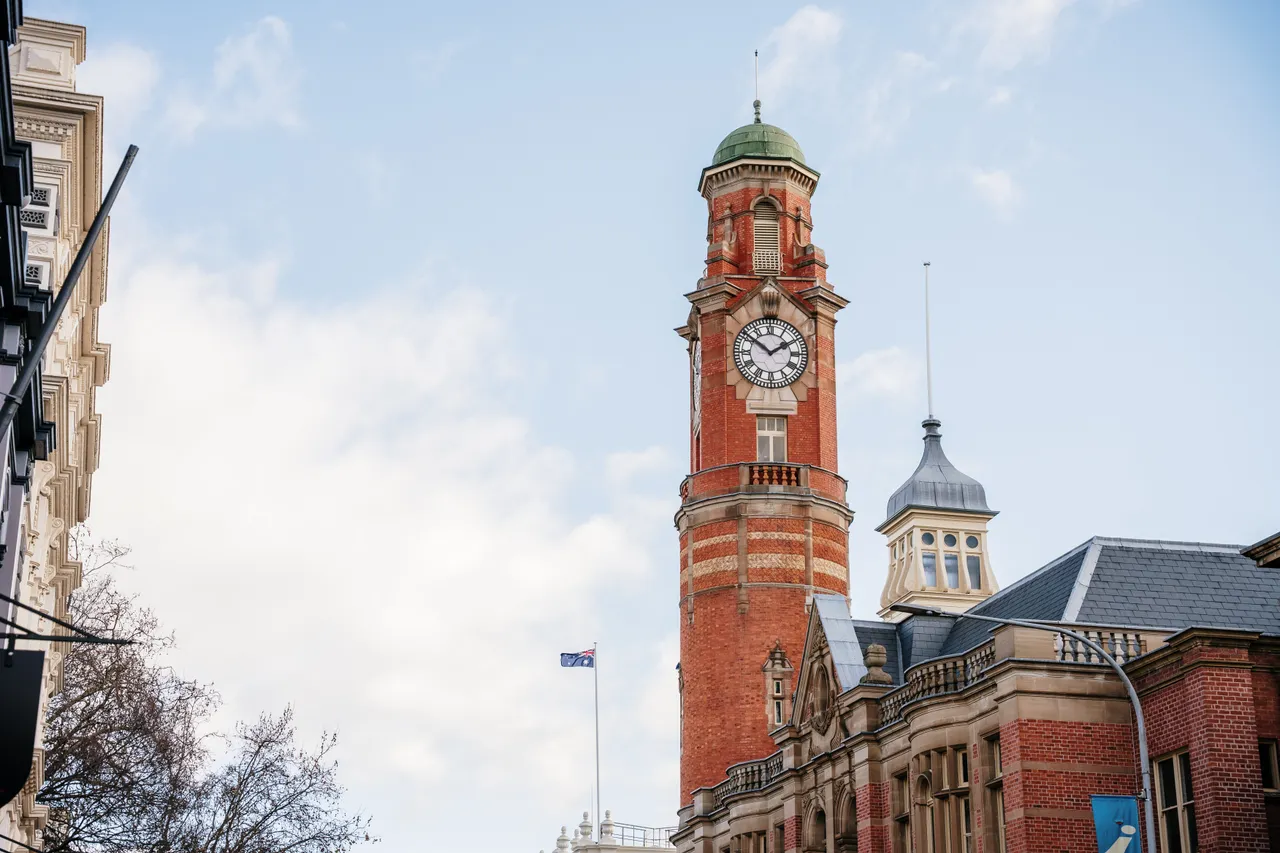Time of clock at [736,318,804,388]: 1:51
